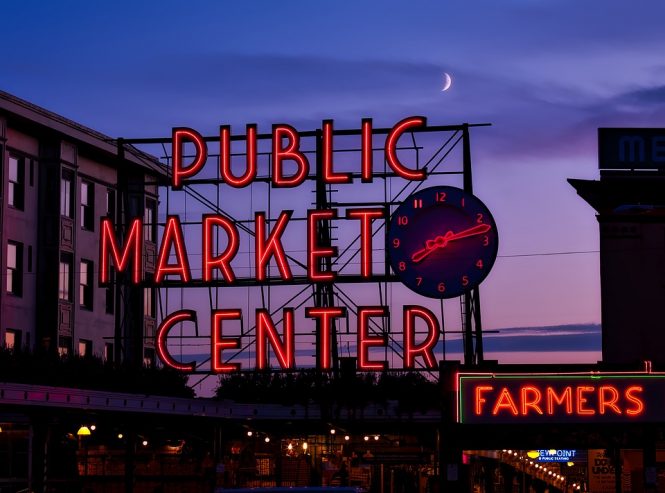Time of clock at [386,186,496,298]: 8:13
